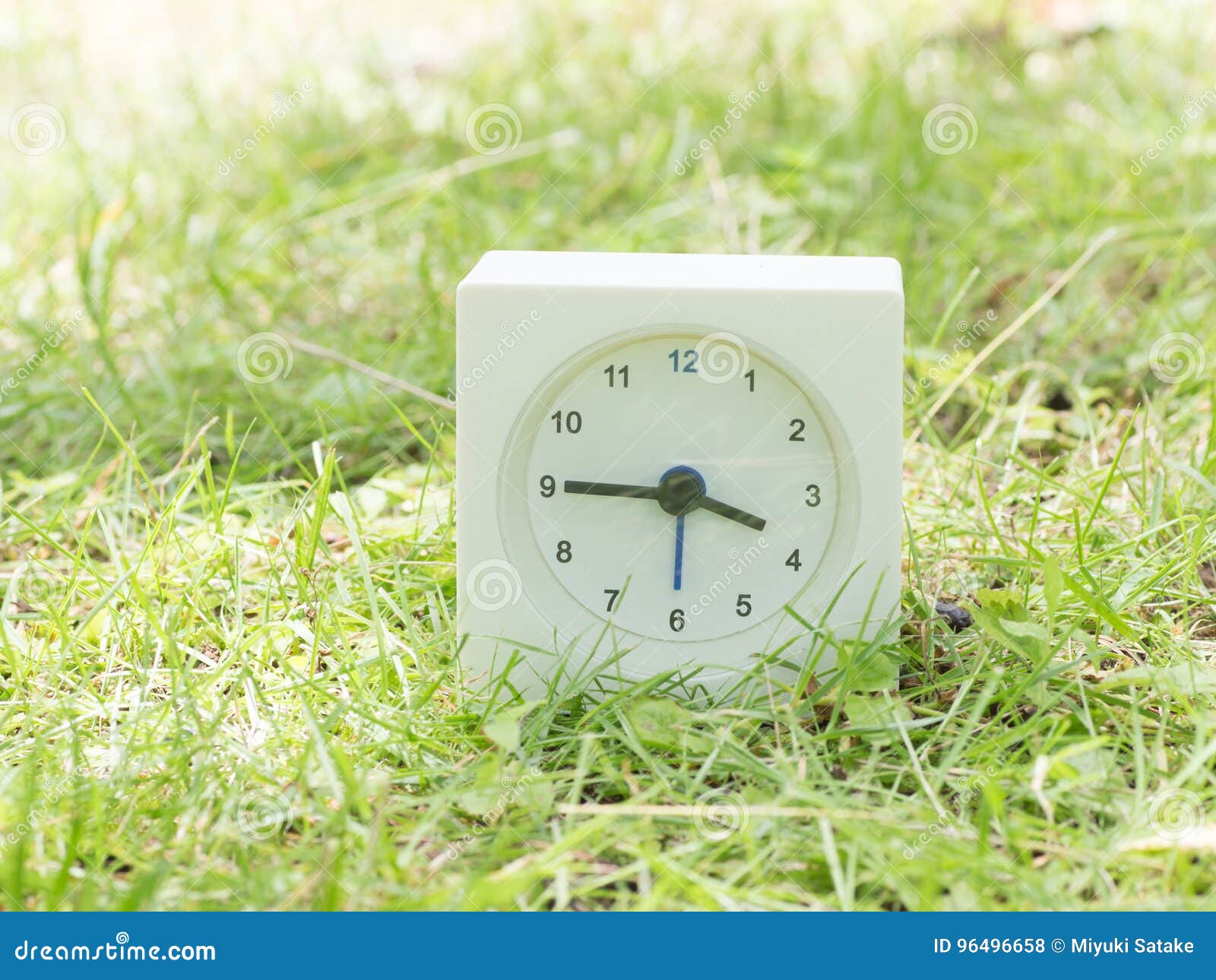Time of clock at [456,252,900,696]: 3:45
